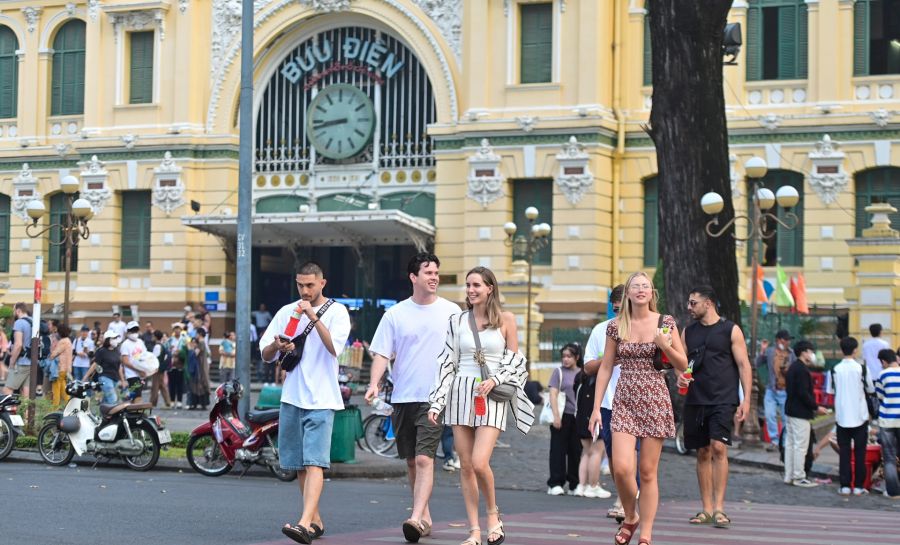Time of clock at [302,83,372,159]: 8:43
